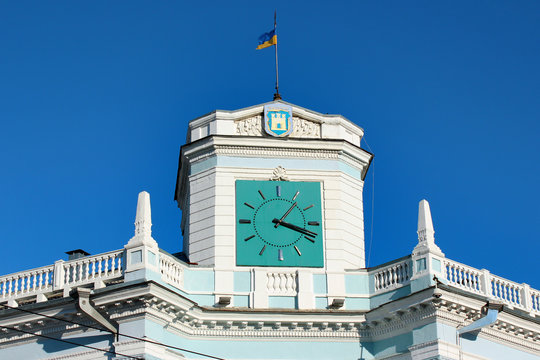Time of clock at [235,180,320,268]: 1:18
